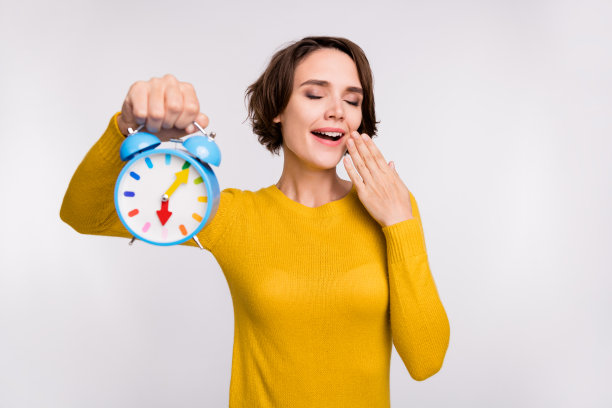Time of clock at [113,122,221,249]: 6:06
